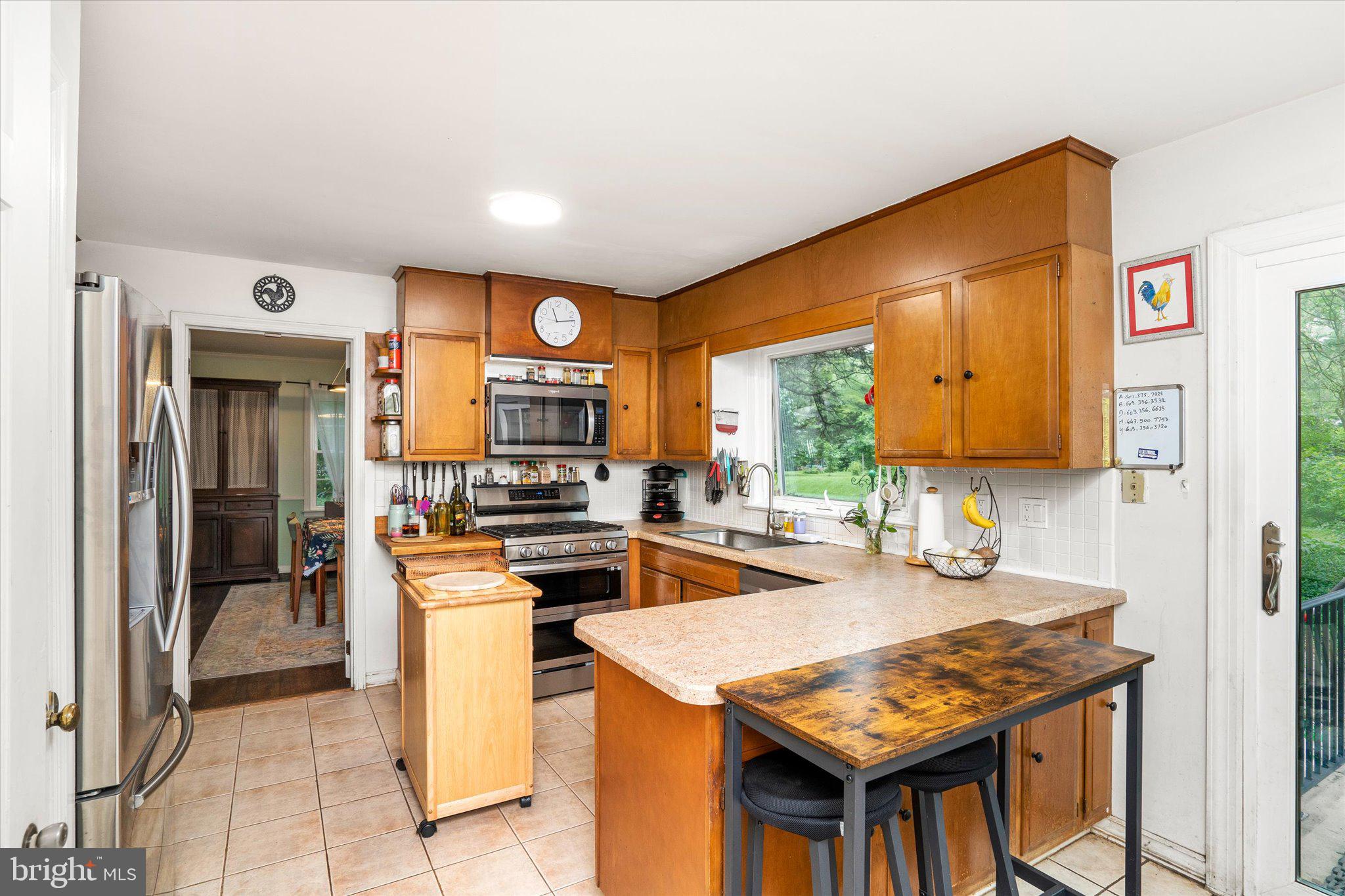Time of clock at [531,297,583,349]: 11:13
